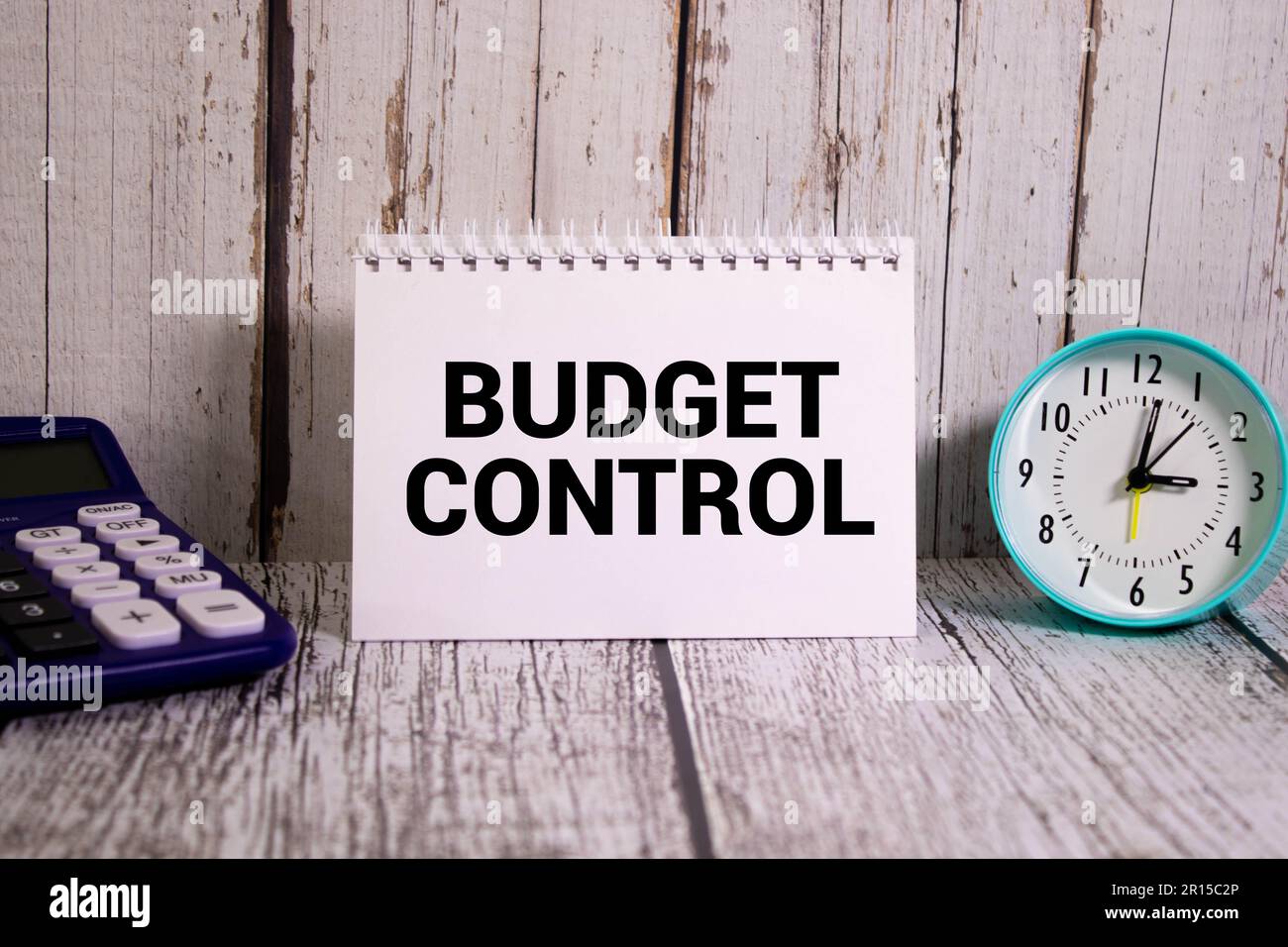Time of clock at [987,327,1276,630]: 3:01
